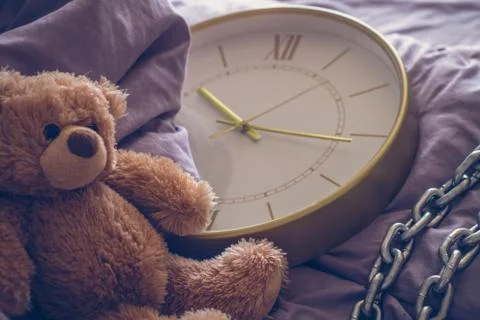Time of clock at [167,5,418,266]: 10:15
